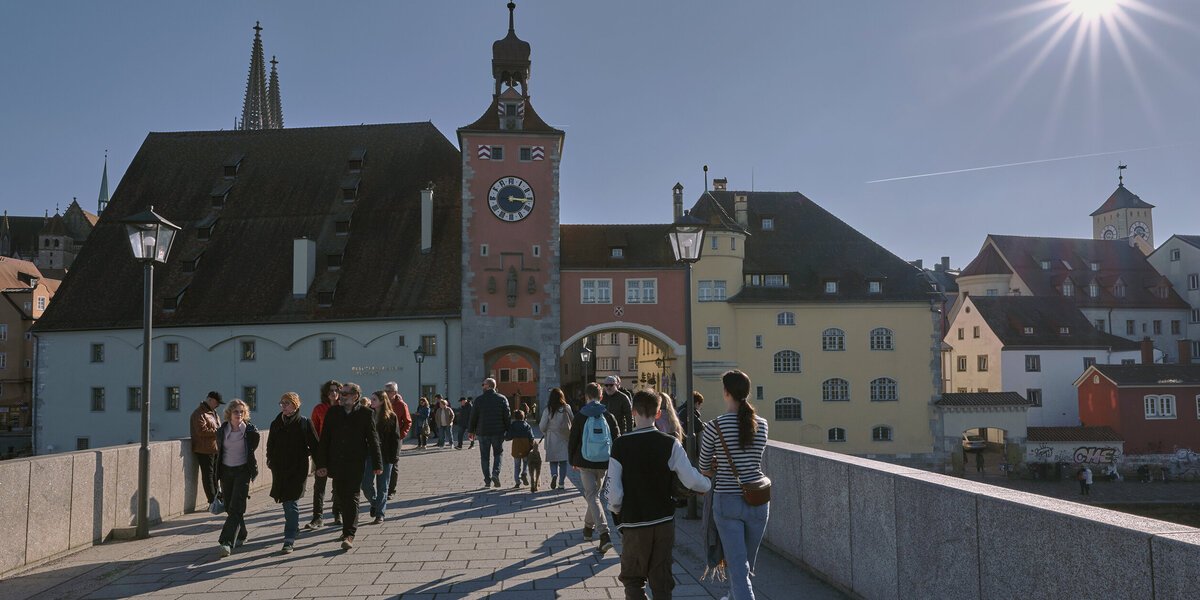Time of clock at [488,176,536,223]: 3:16
